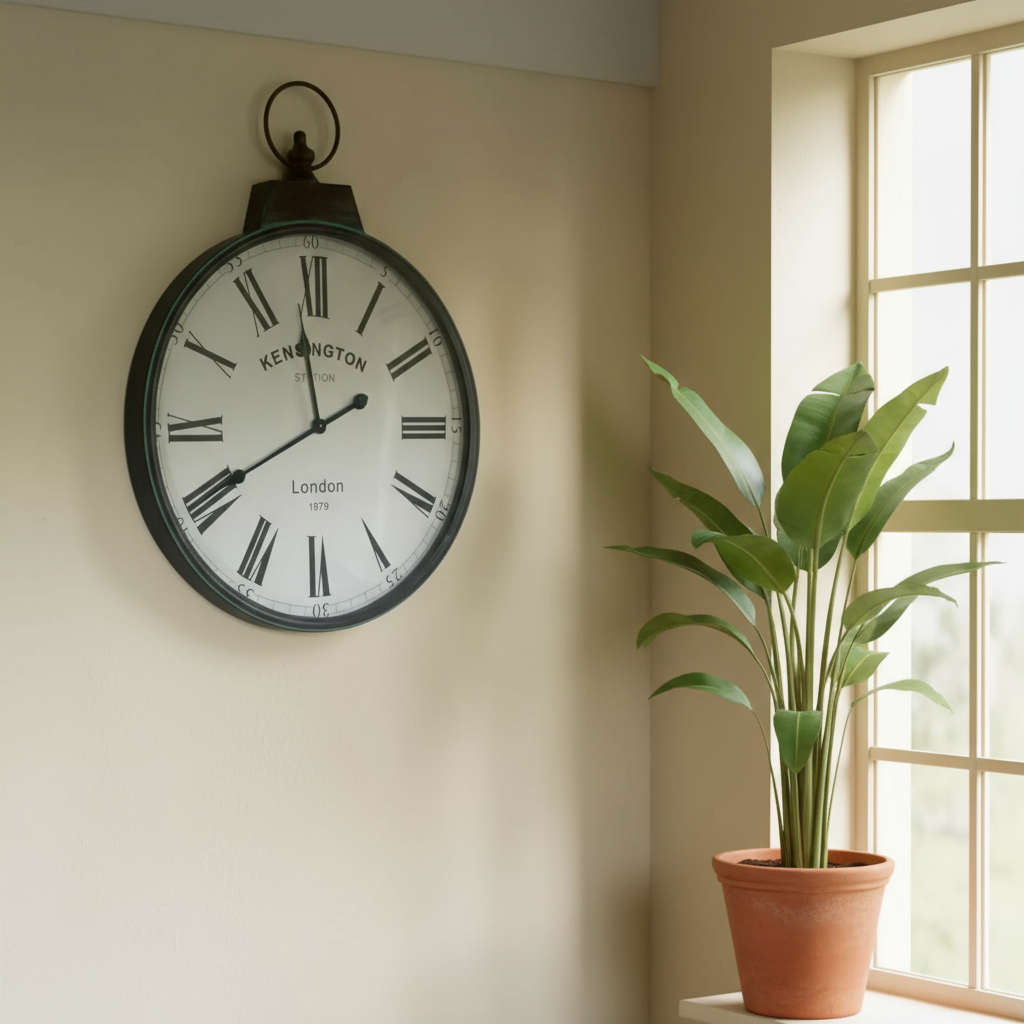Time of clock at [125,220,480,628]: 11:40
